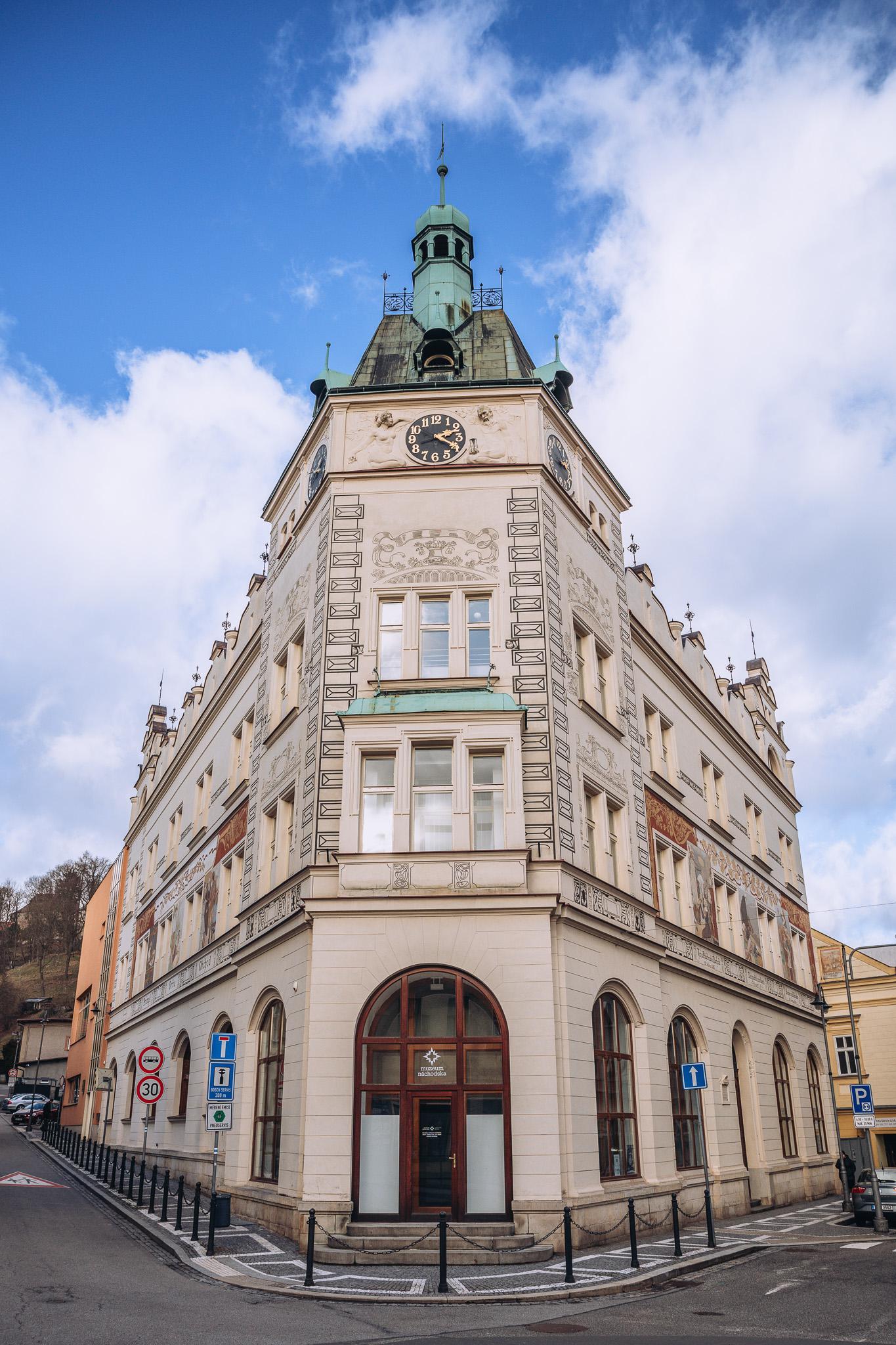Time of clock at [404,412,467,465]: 2:19
